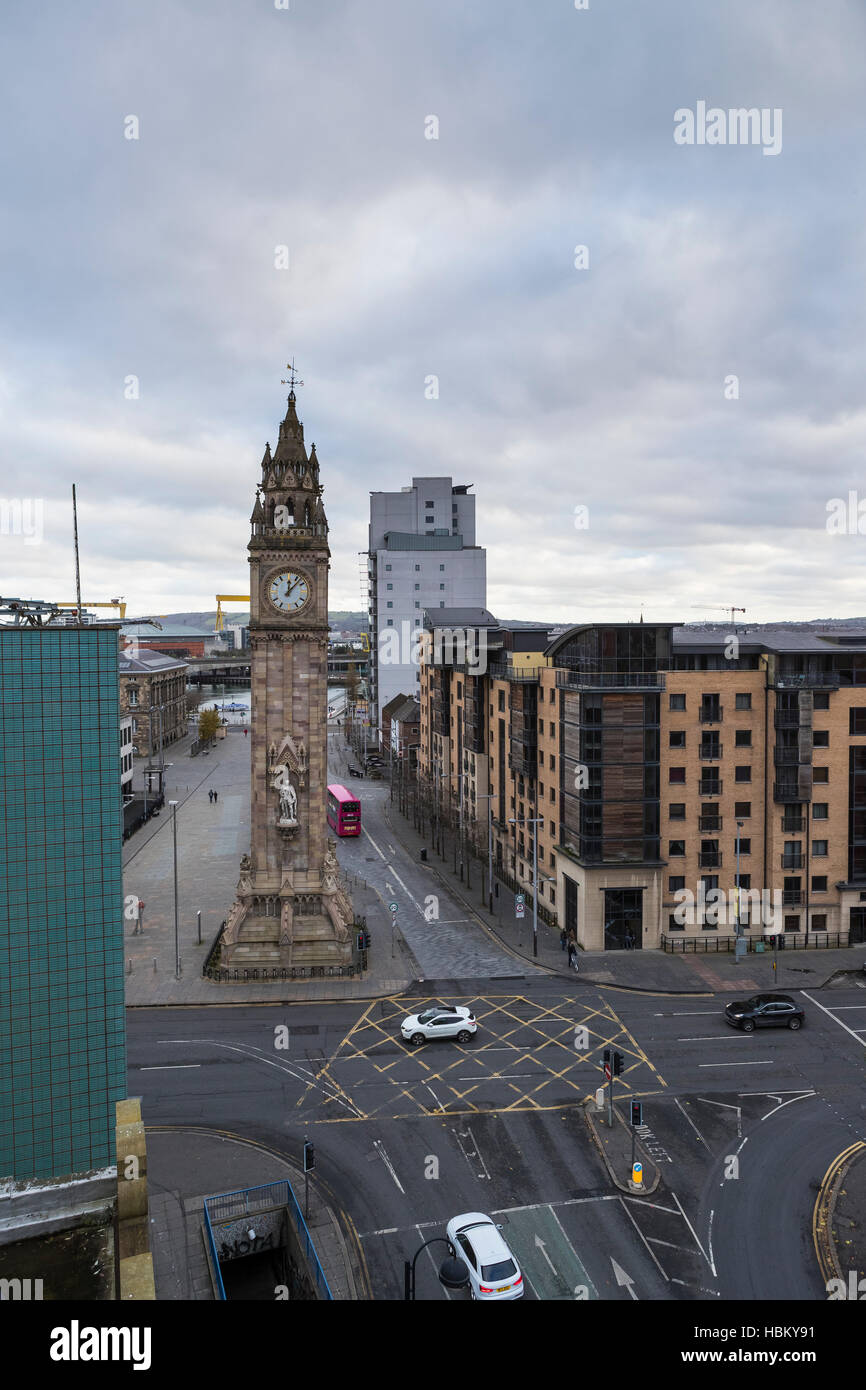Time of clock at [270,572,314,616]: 12:07
